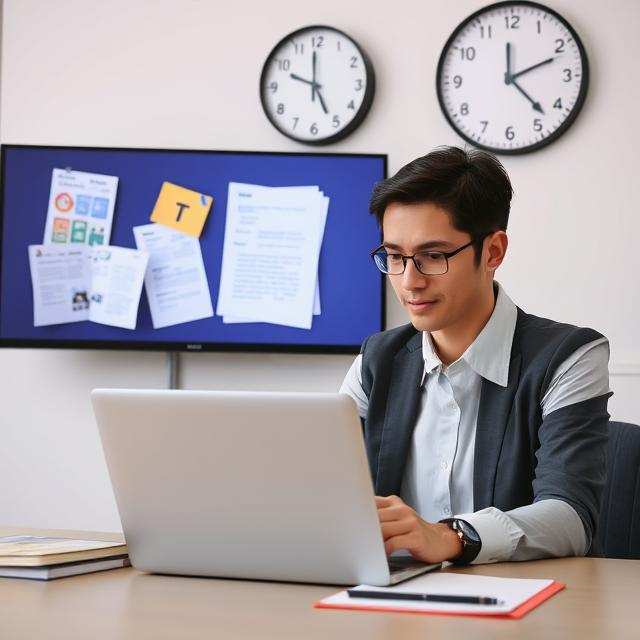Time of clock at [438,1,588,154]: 2:22
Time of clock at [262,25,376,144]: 4:59
